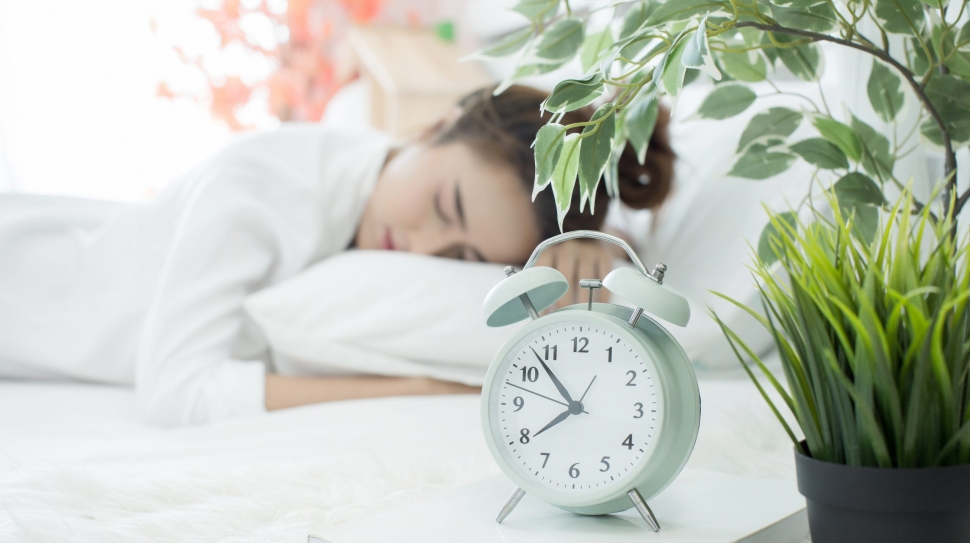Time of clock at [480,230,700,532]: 7:52
